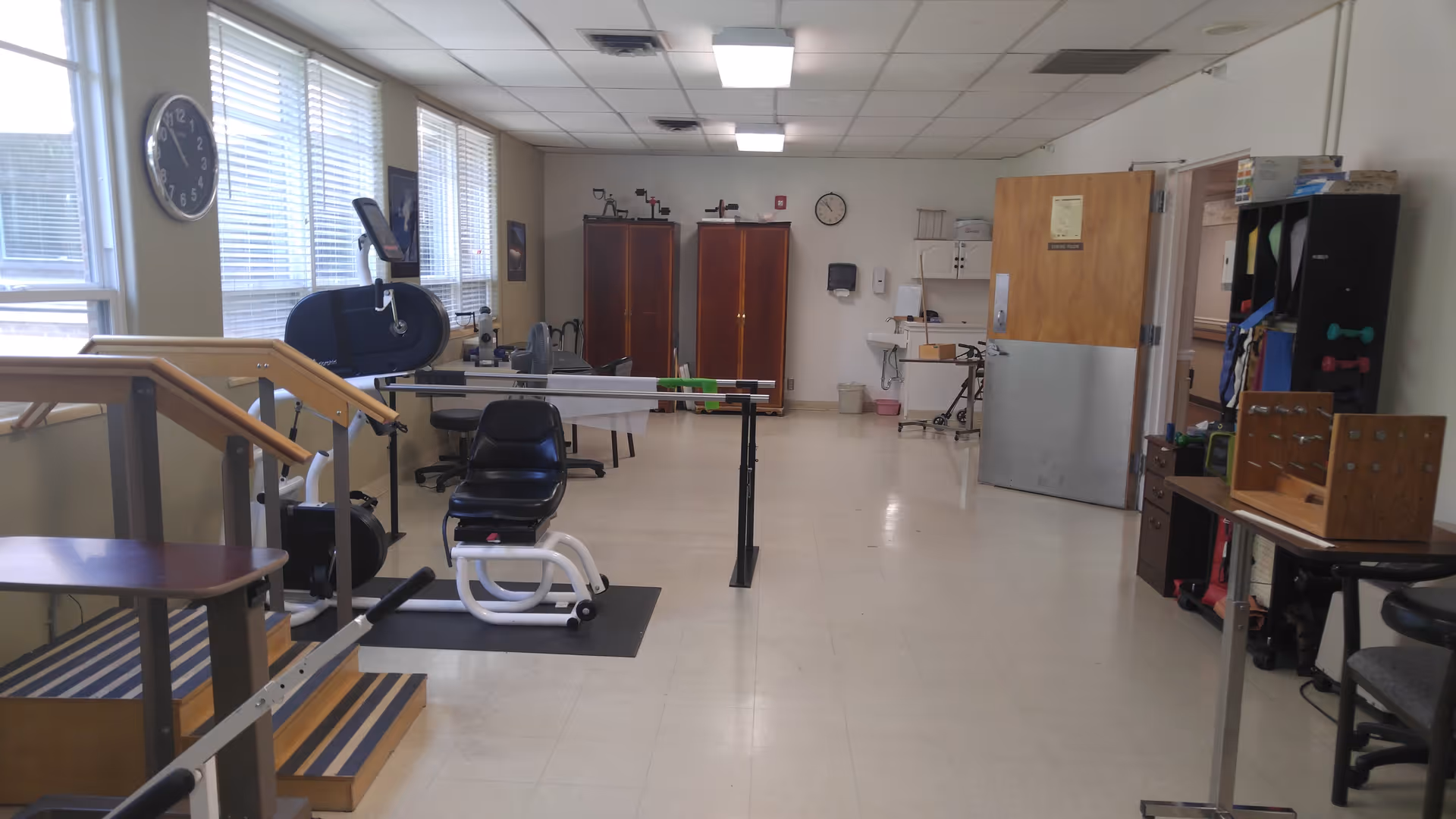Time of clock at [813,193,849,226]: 10:52
